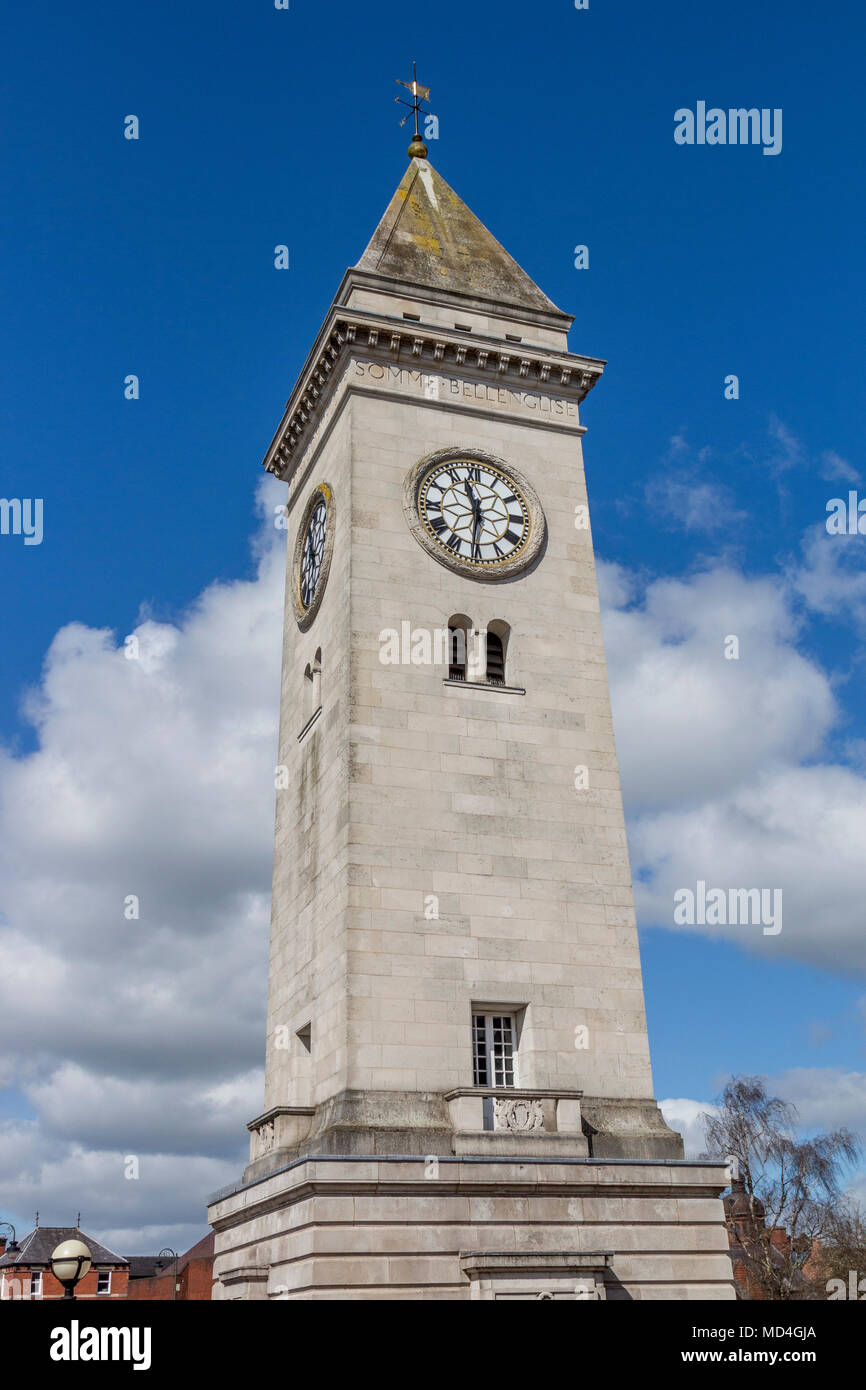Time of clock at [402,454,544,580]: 11:31
